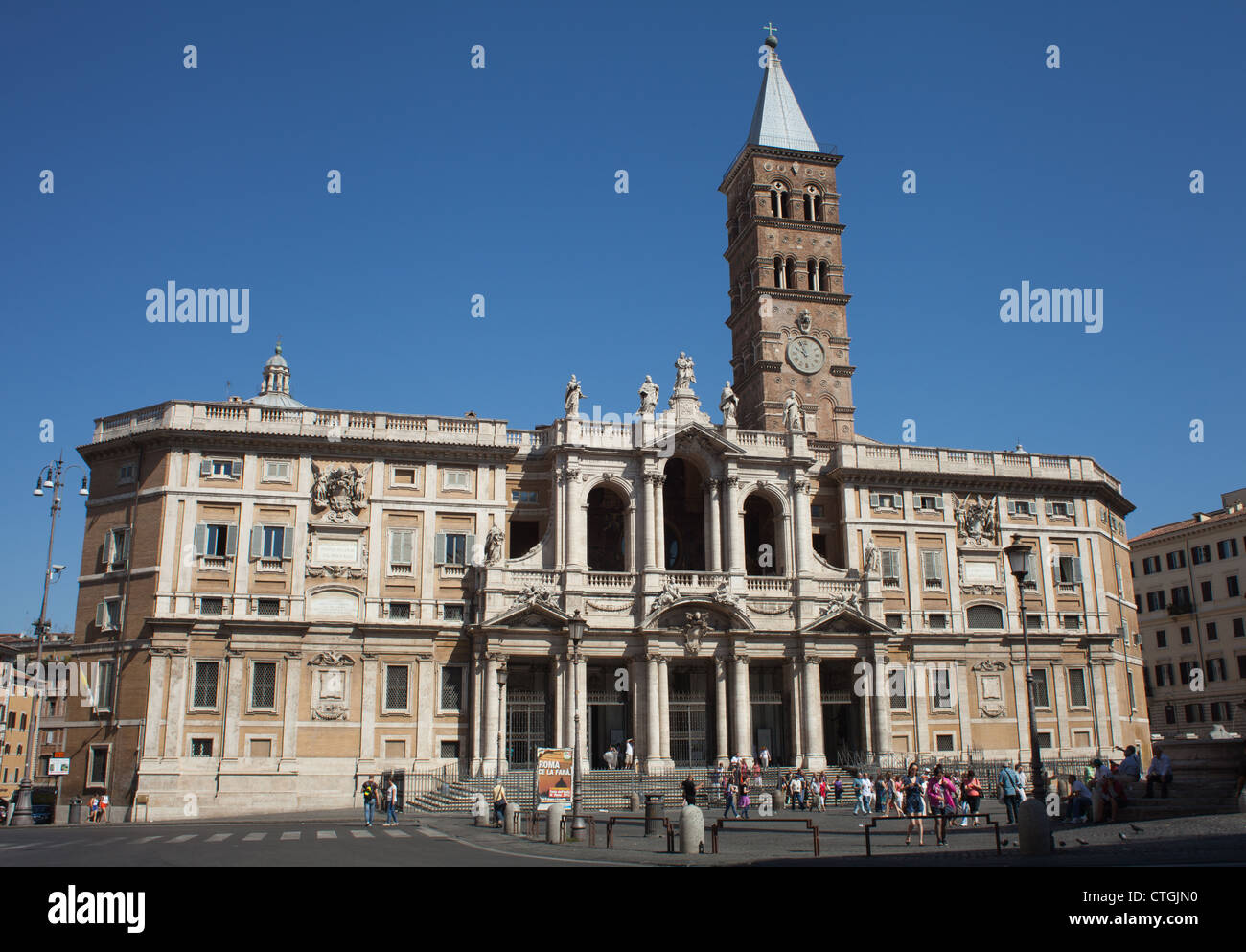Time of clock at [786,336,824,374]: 9:57
